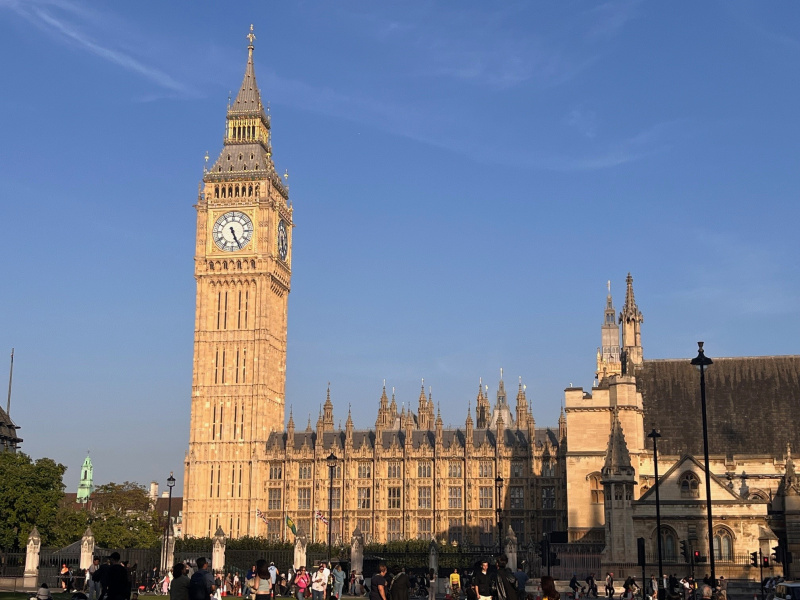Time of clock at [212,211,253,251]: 5:26
